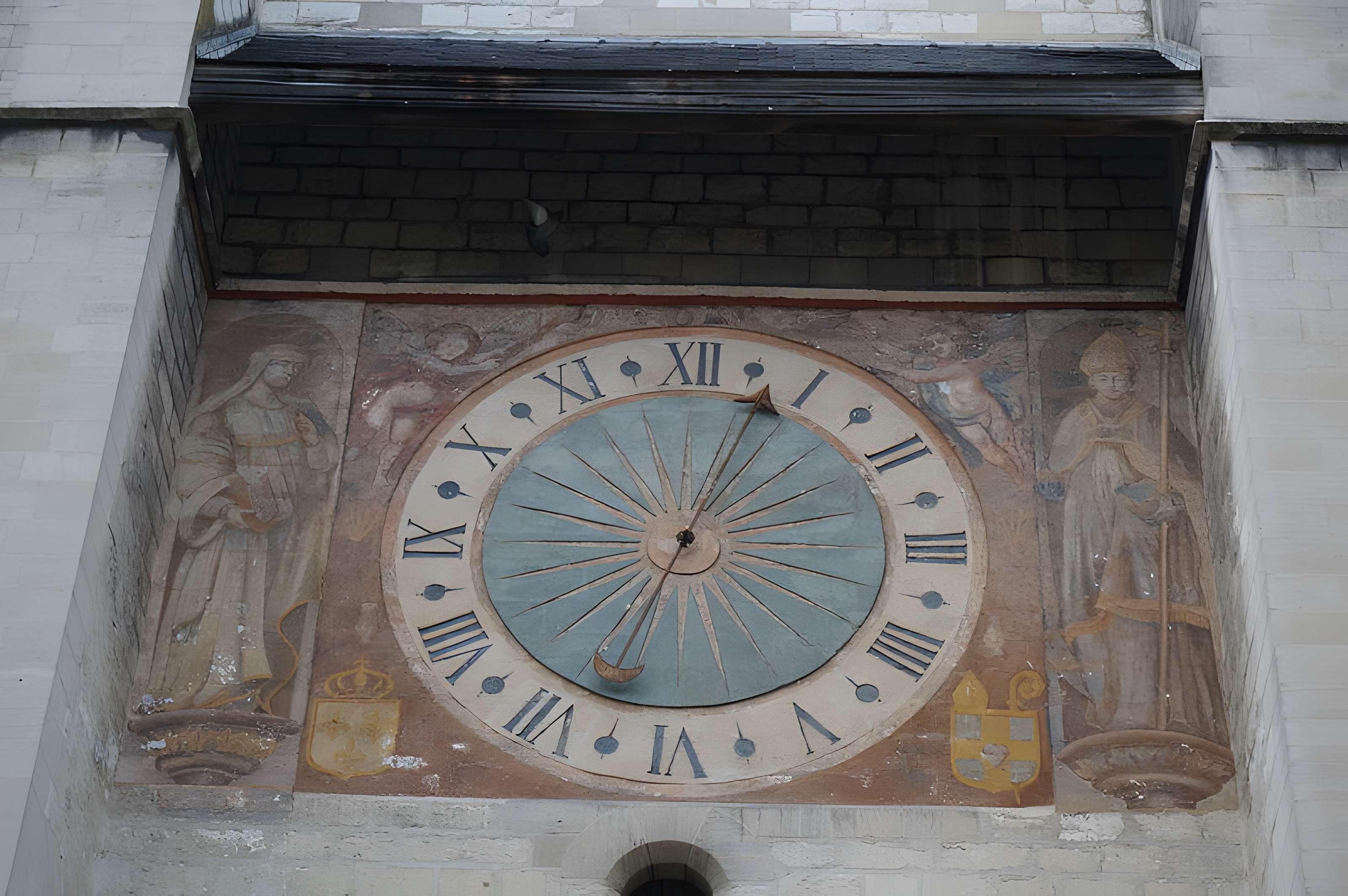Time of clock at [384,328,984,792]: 12:32
